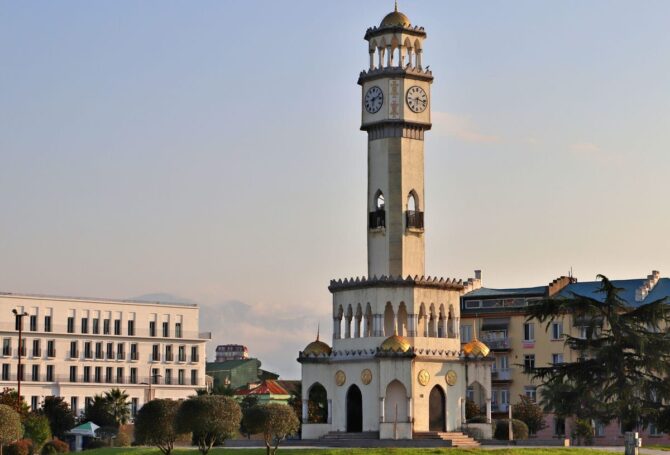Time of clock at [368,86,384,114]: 6:12
